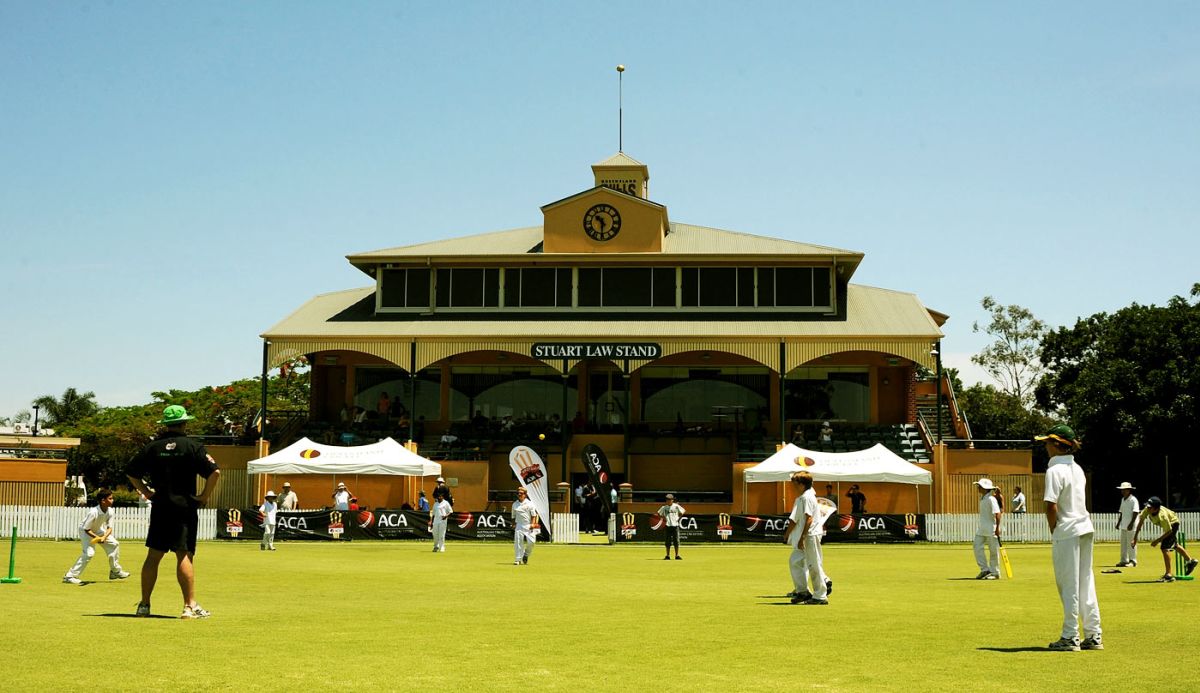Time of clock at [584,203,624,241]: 10:30
